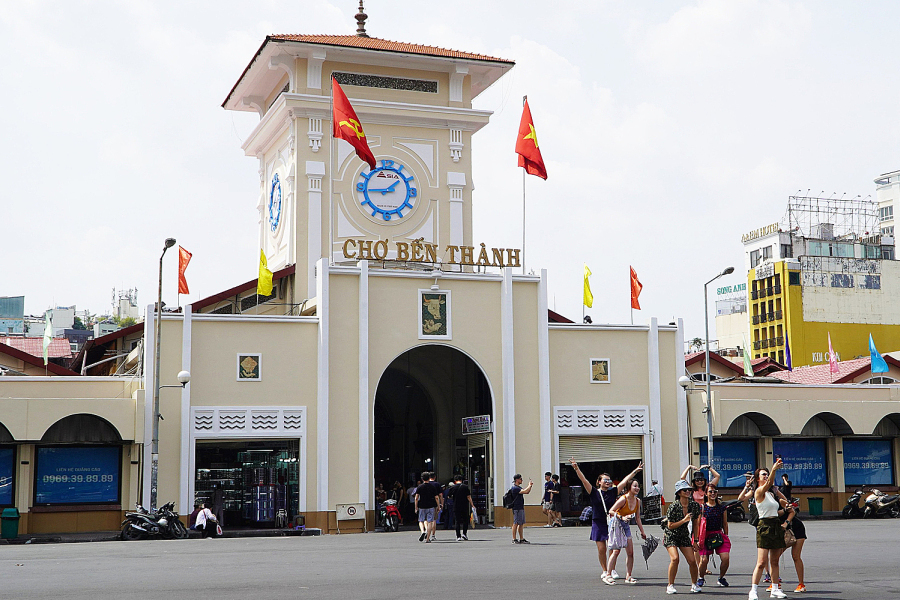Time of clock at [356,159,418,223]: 1:44
